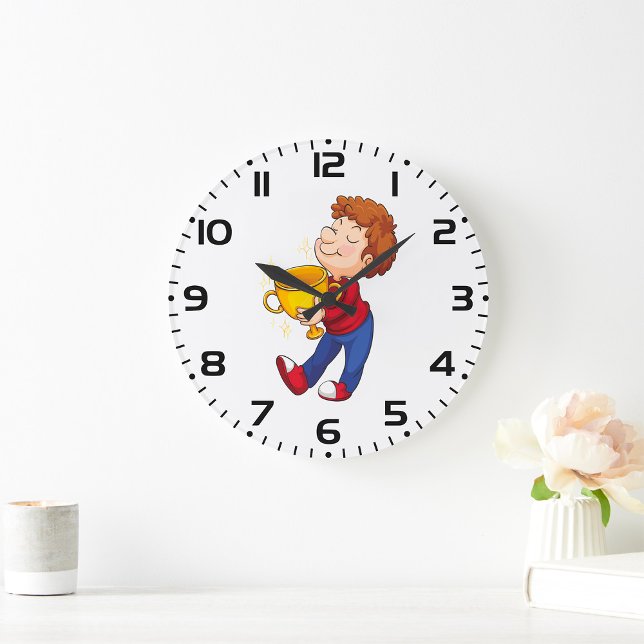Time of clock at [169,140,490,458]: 1:49
